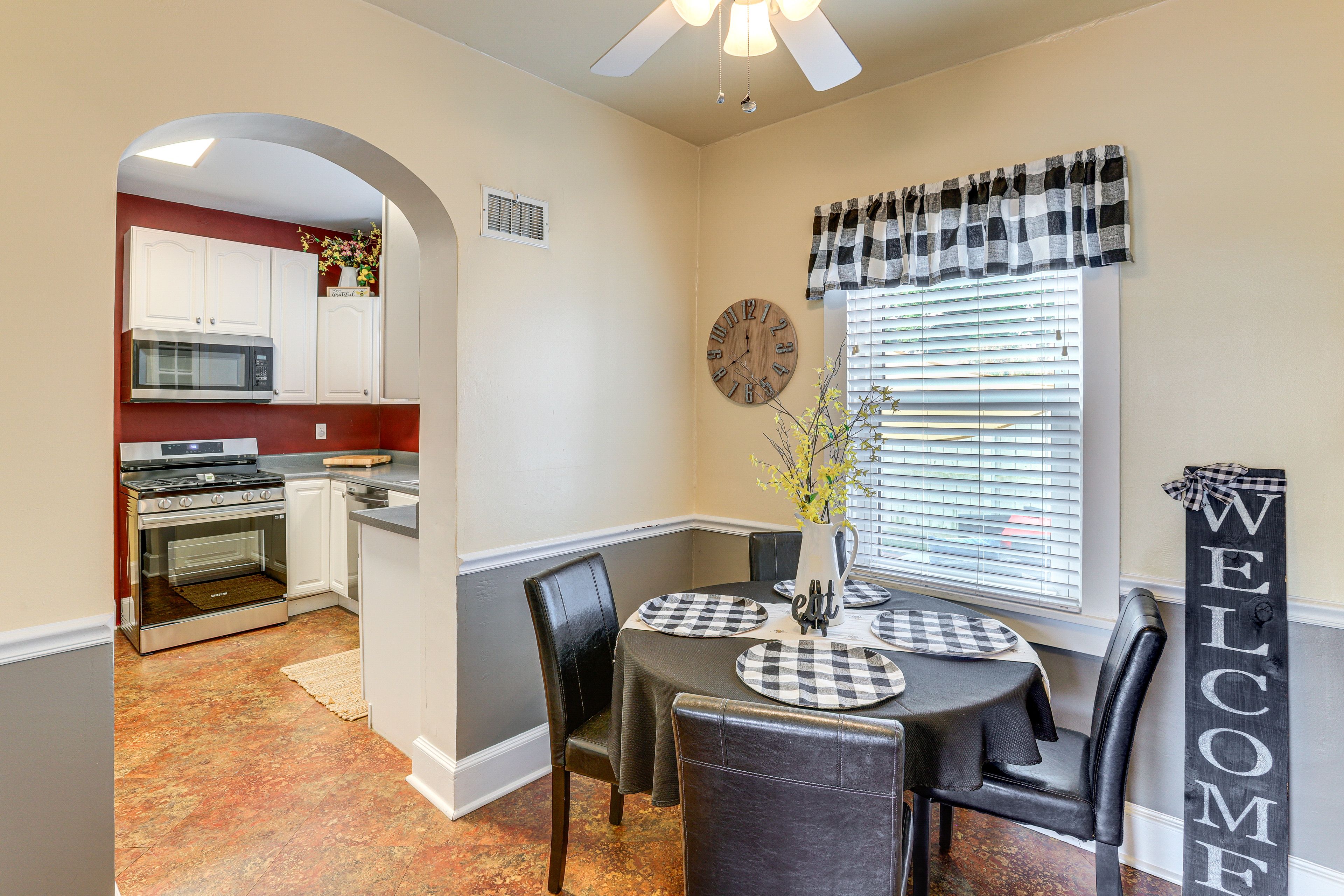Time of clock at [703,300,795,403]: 11:40
